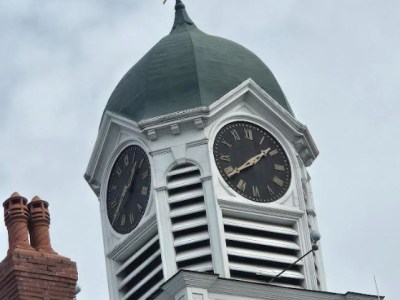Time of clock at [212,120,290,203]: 1:39
